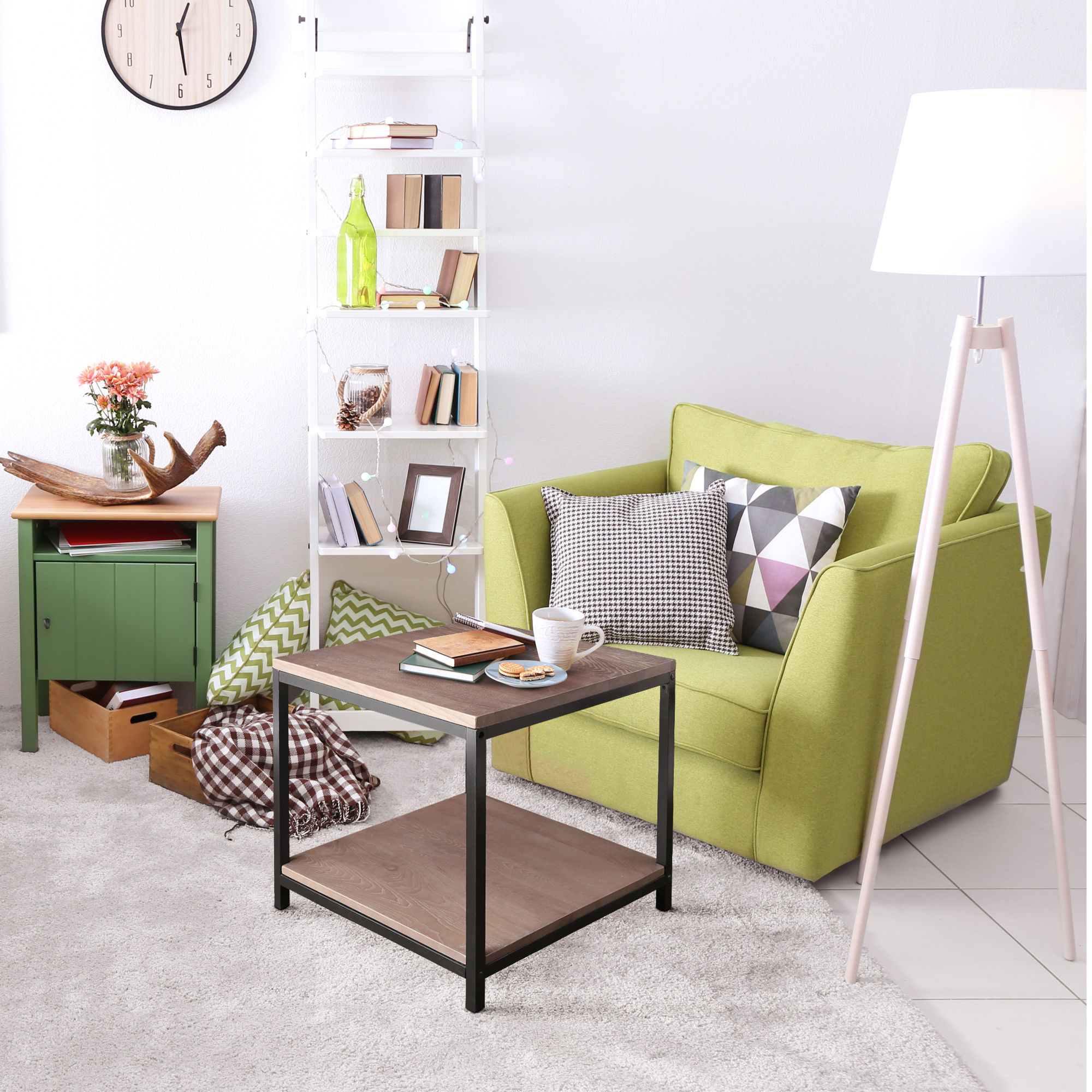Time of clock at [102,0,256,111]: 12:28
